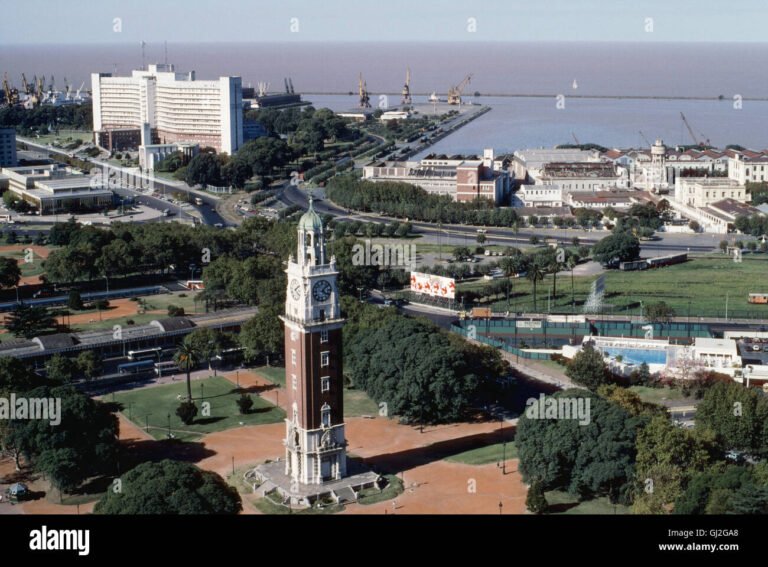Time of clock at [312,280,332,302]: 4:07
